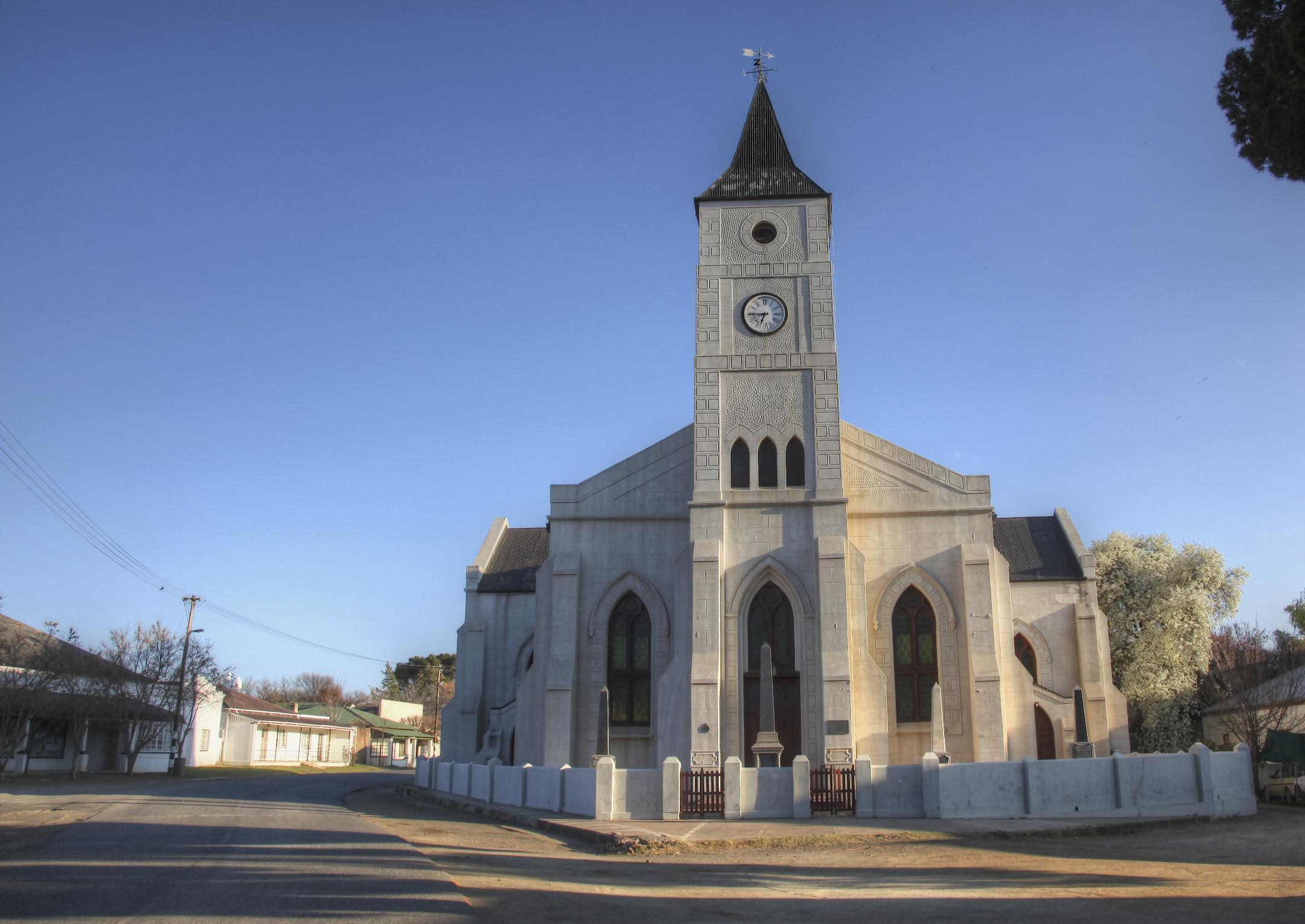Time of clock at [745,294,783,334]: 6:45
